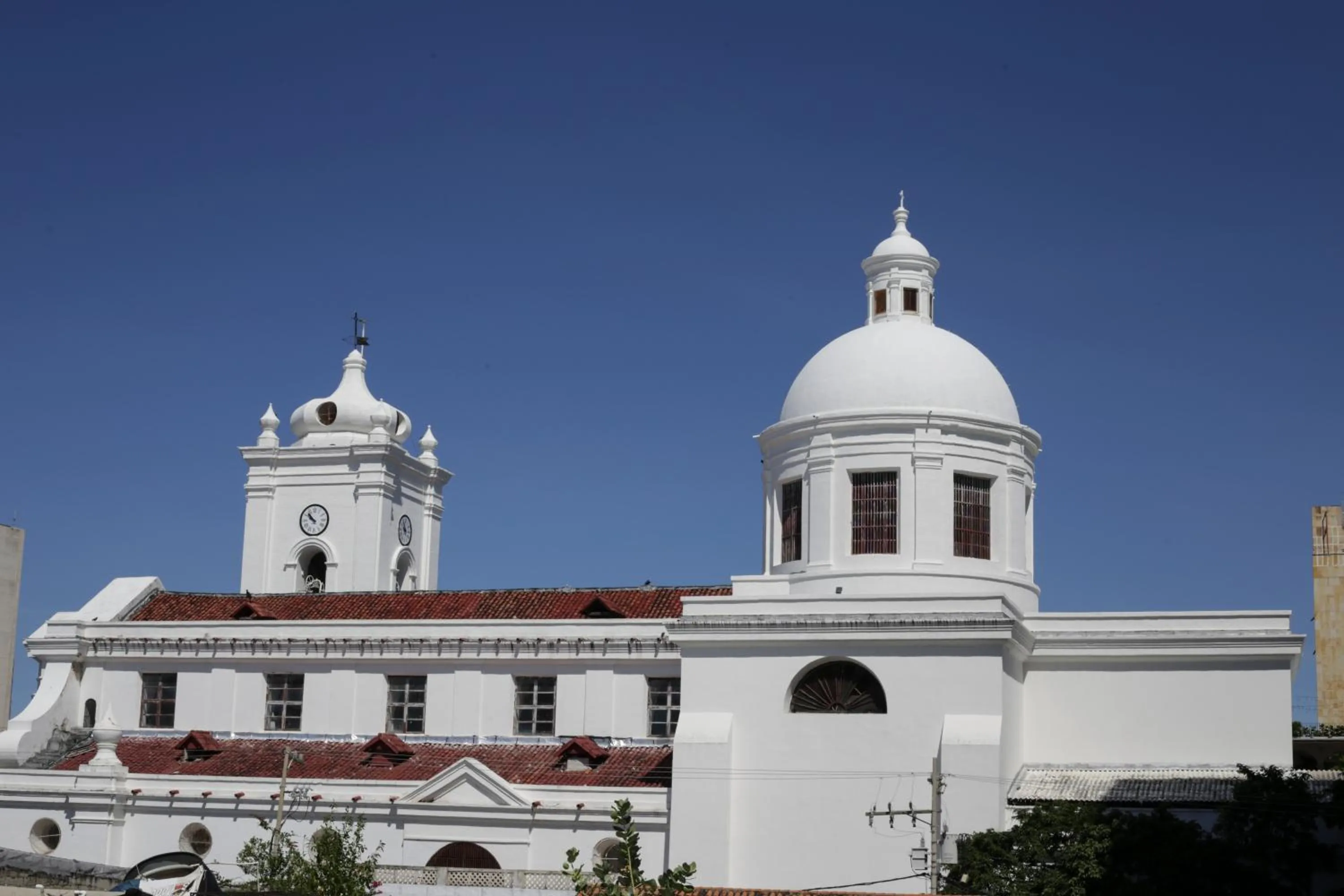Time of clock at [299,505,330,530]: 9:52
